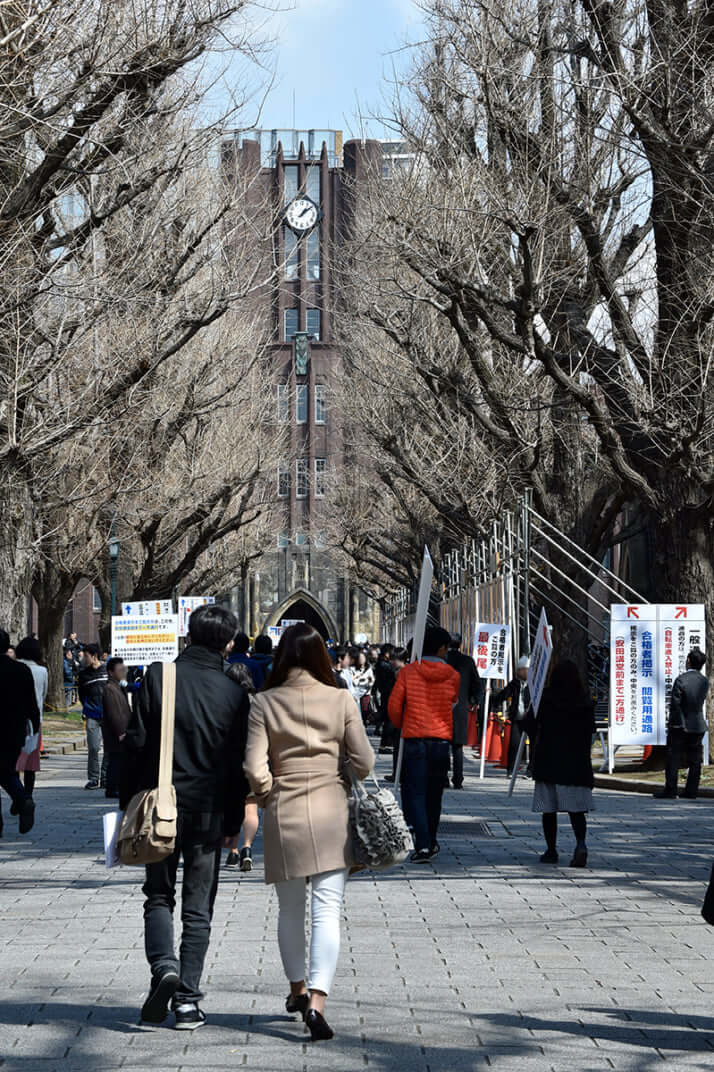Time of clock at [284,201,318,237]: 1:08
